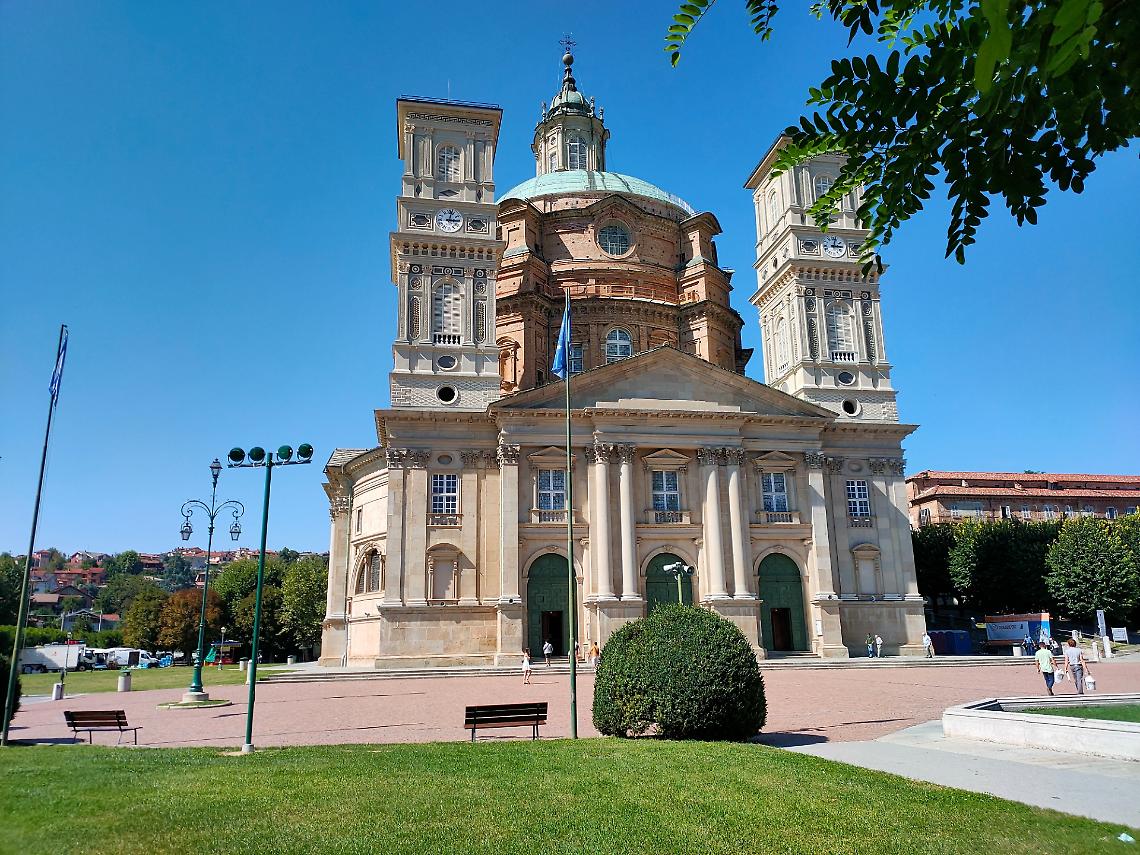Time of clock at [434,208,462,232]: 3:02
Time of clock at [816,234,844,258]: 3:02
